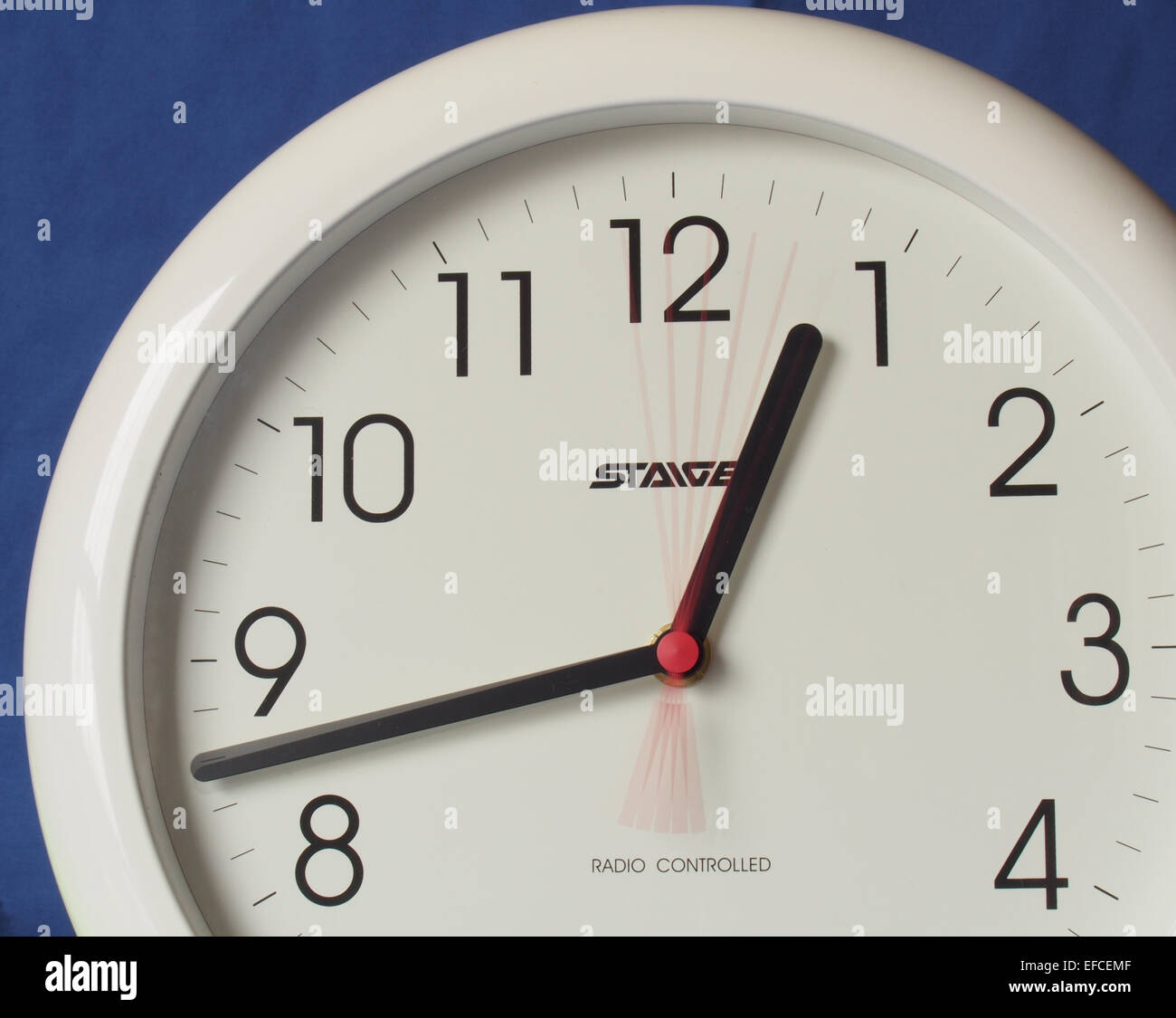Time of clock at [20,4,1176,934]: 12:42
